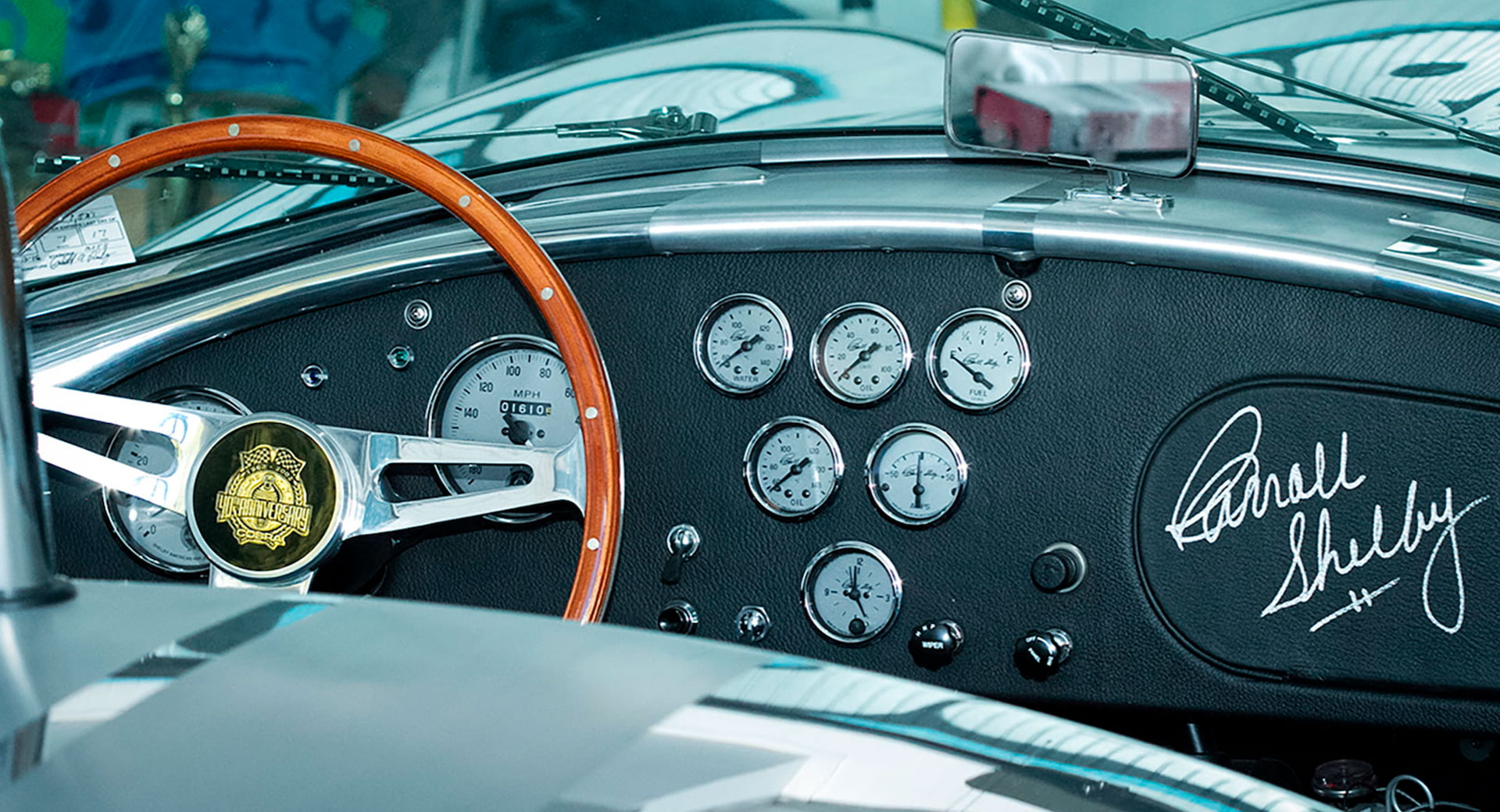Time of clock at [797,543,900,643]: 4:59
